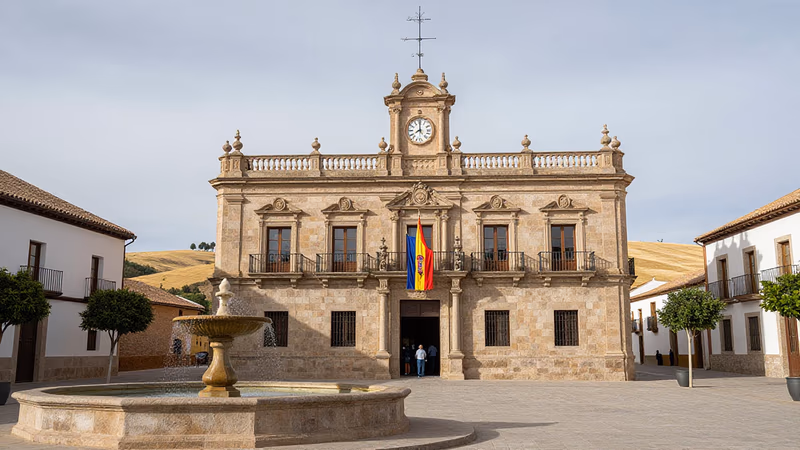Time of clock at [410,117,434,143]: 7:59
